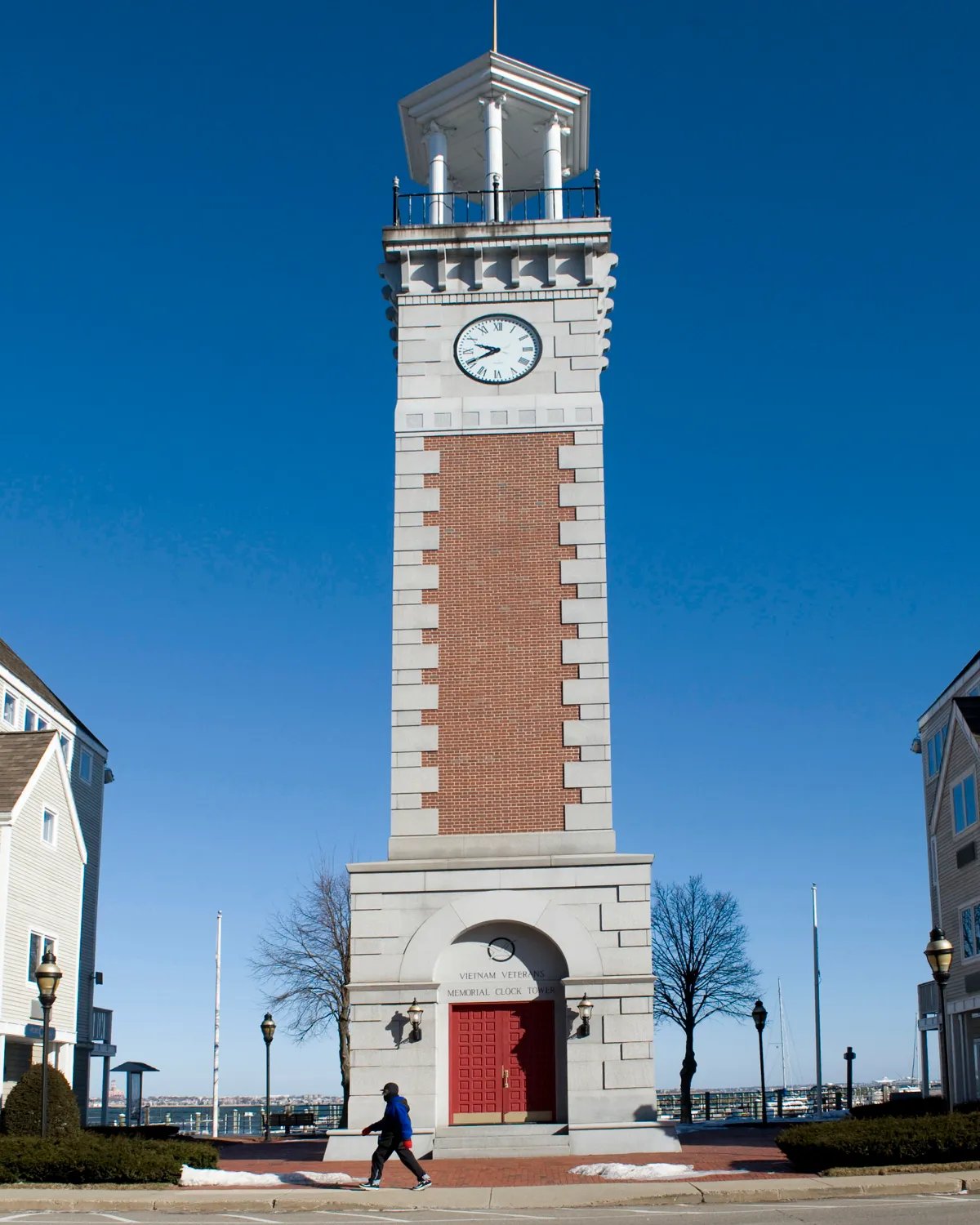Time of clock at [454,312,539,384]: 9:40
